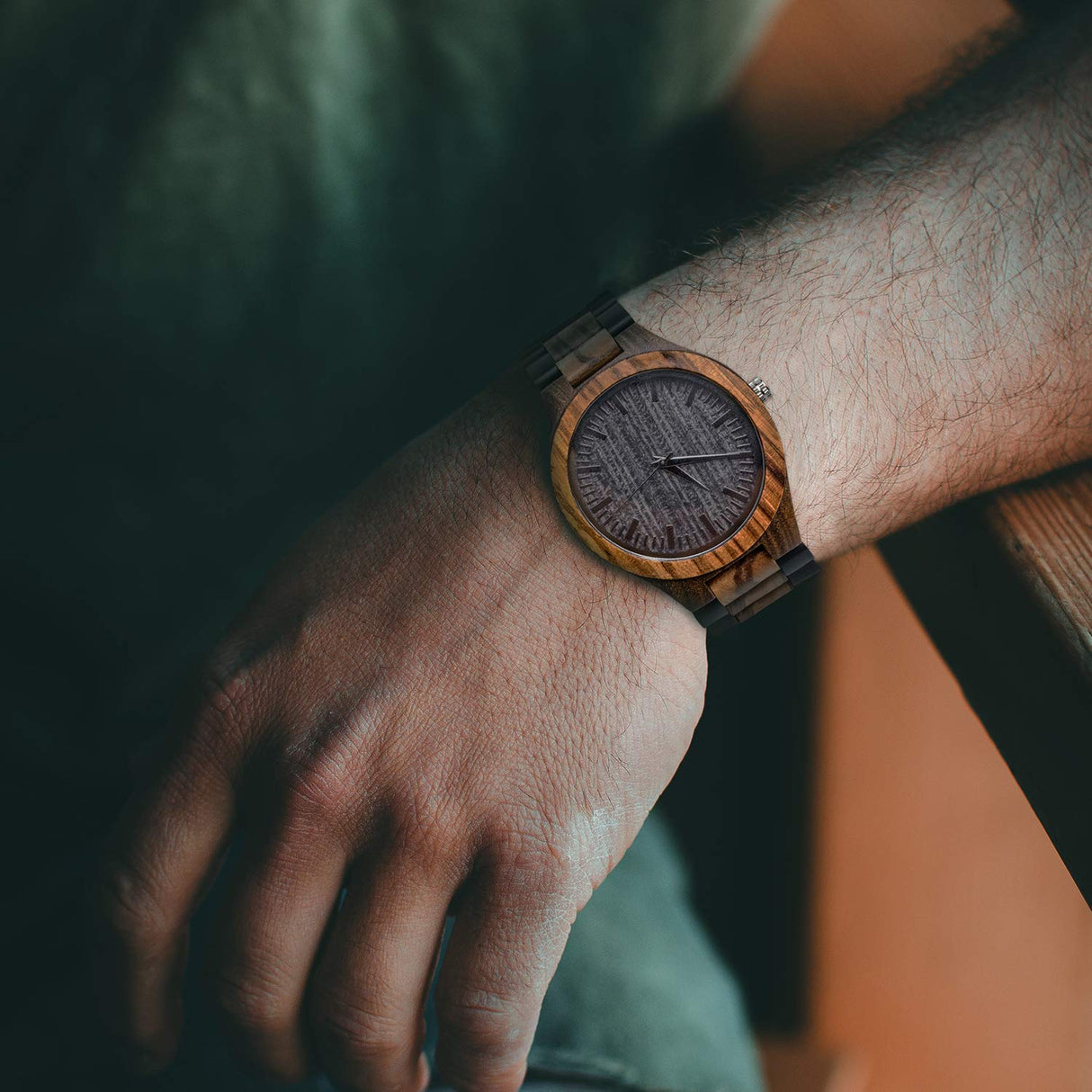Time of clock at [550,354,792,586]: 4:14
